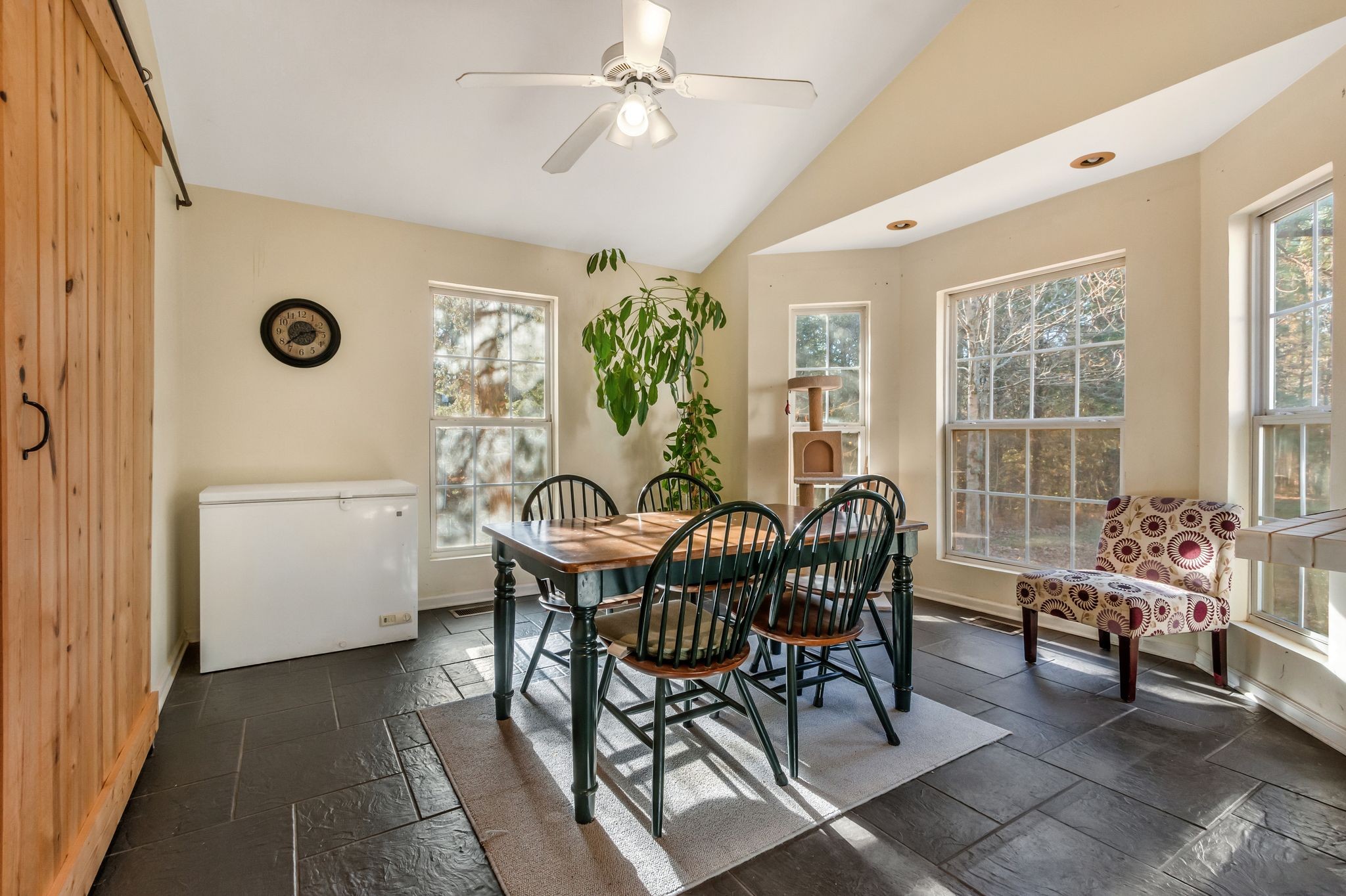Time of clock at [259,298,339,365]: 2:37
